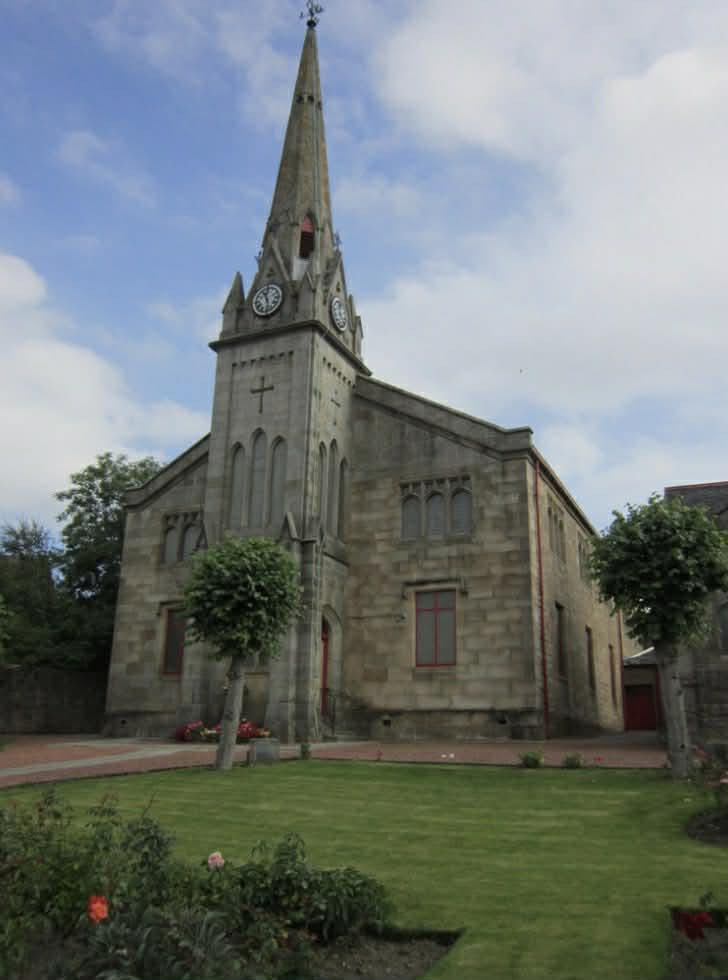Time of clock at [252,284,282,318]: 11:28
